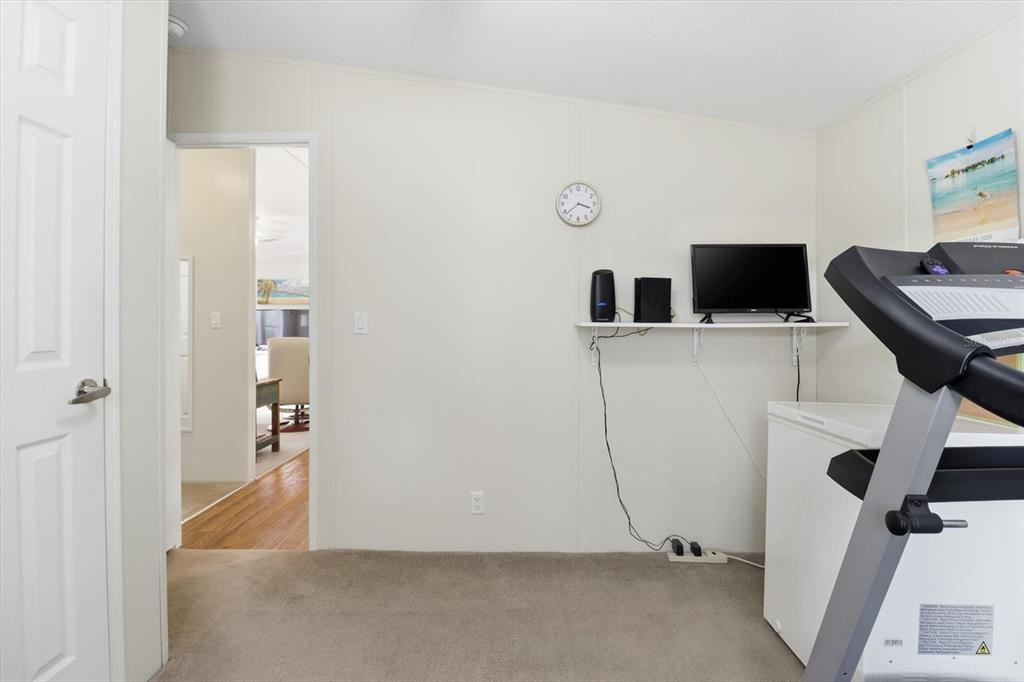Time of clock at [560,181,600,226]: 3:38
